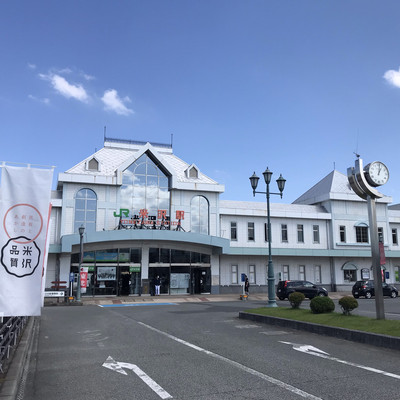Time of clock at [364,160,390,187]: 1:02
